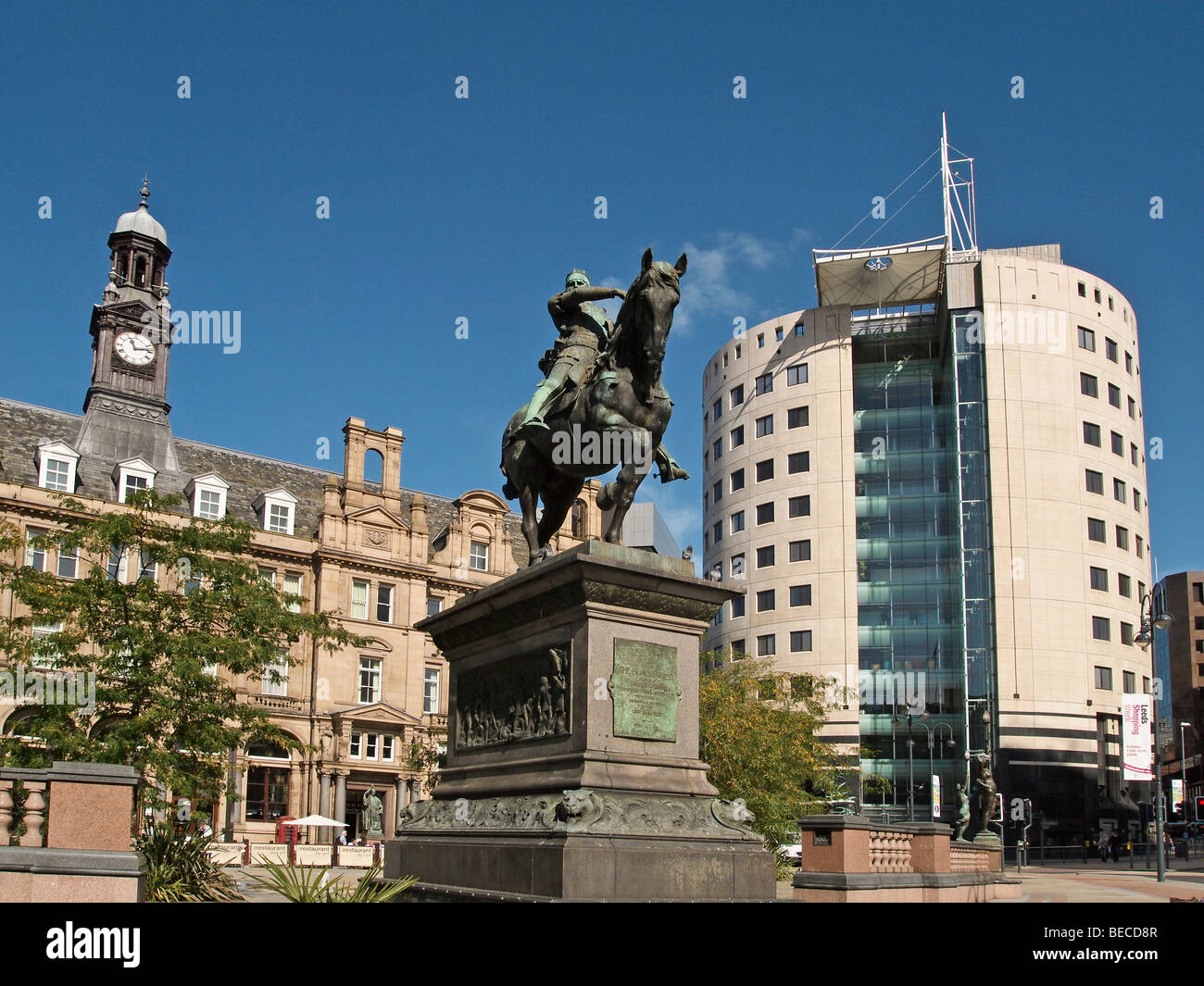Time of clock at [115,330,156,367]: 11:13
